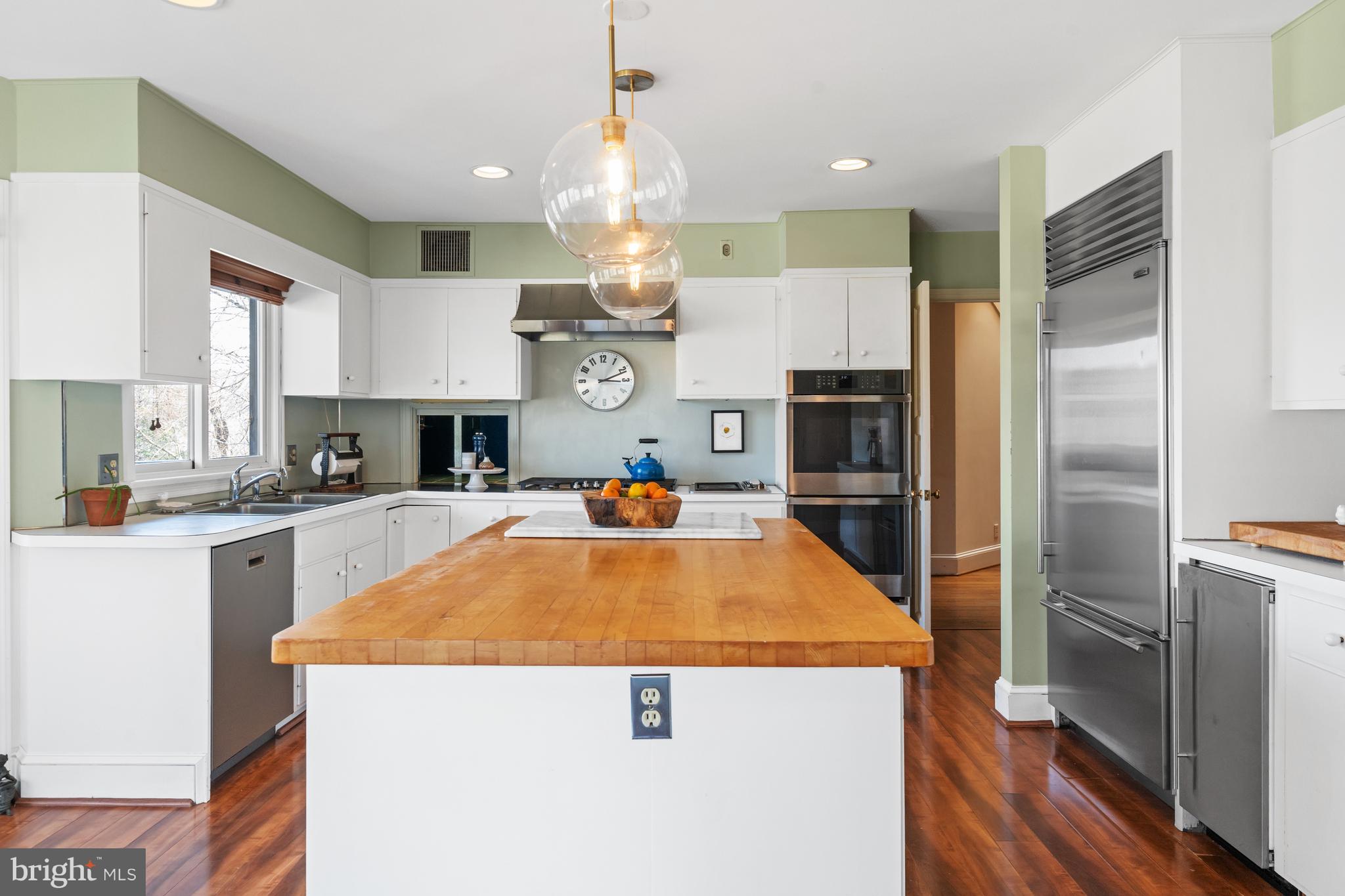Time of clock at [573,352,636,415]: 3:11
